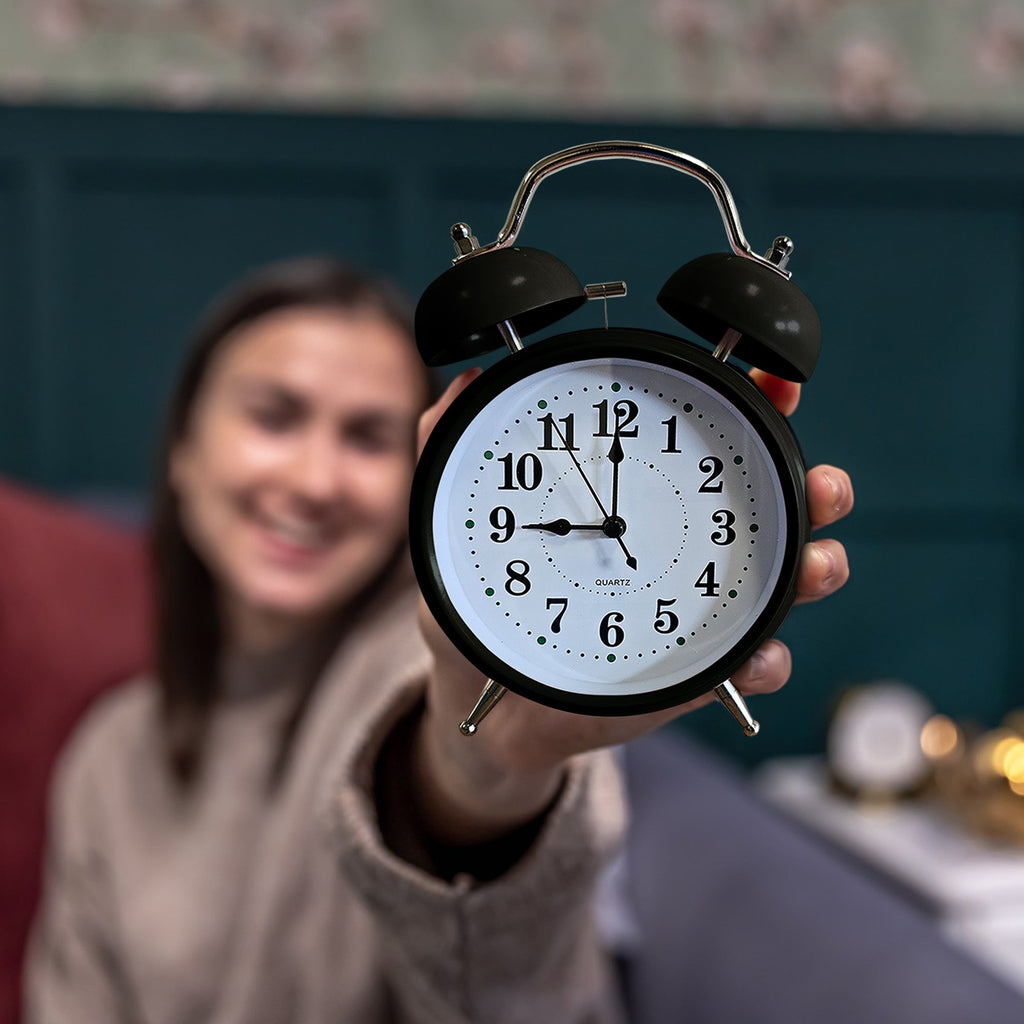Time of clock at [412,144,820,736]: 9:00
